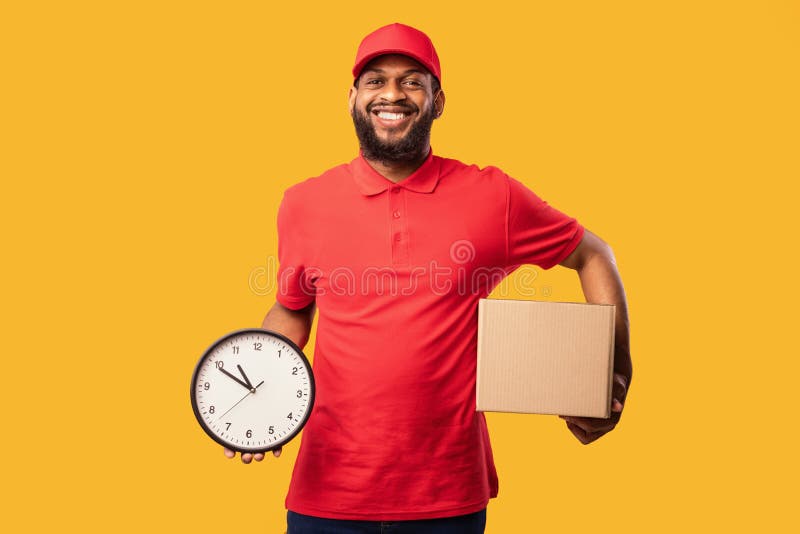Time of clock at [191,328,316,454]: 10:49
